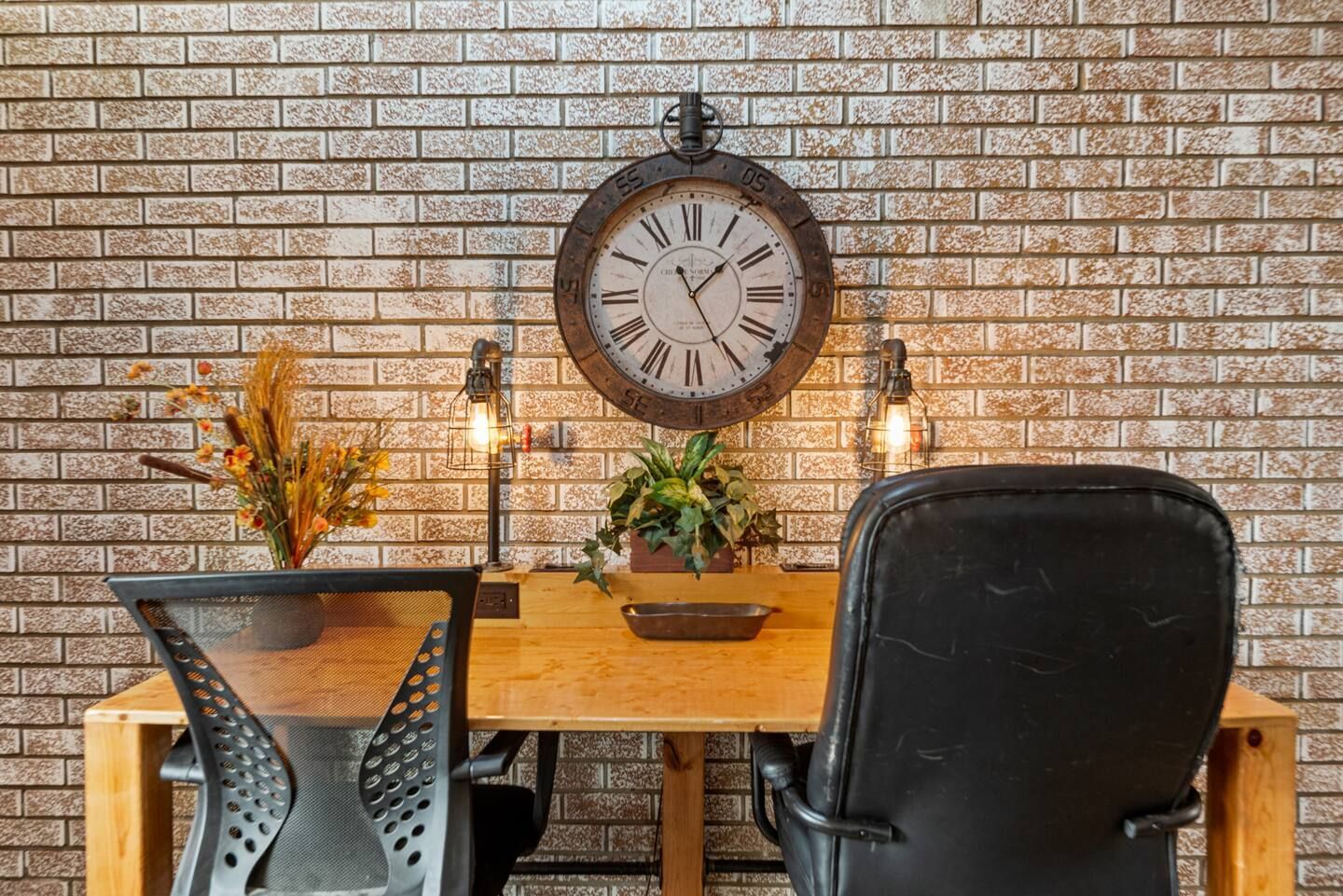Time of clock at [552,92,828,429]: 1:25
